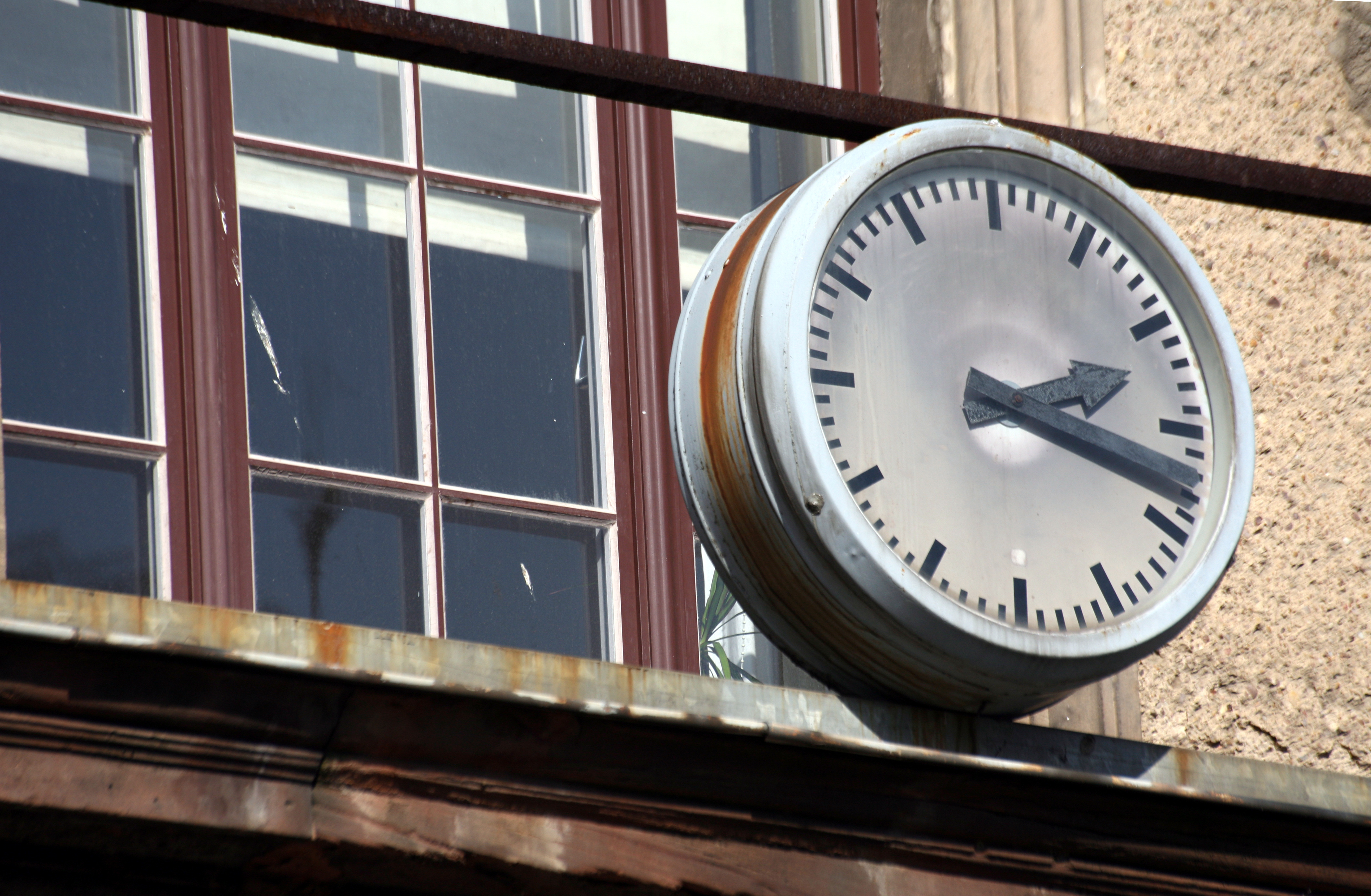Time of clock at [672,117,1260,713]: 2:18
